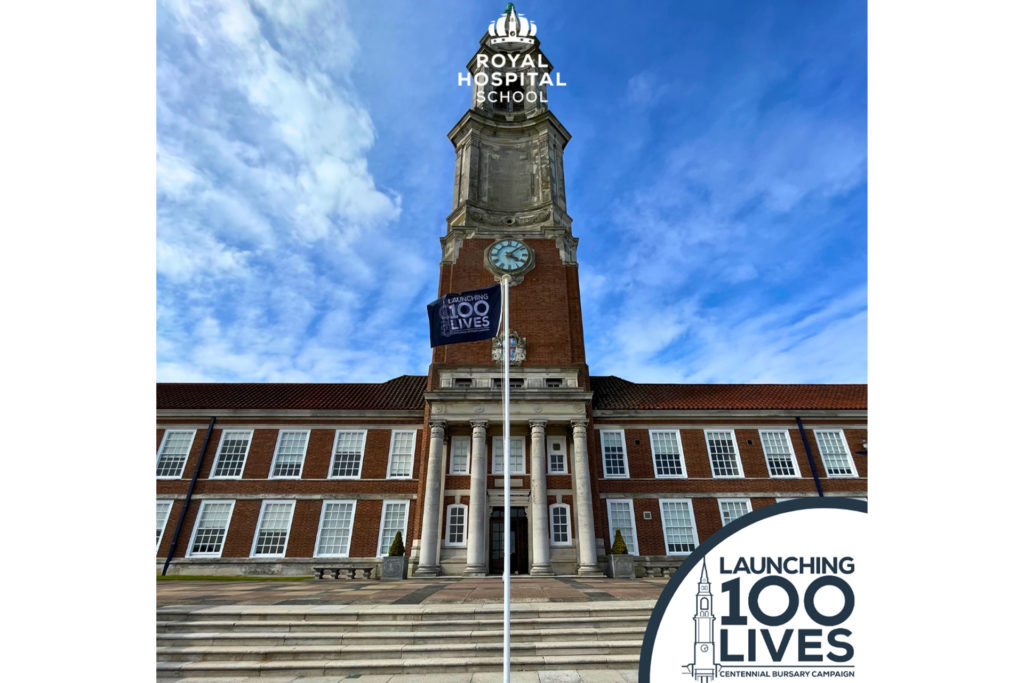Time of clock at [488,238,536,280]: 4:07
